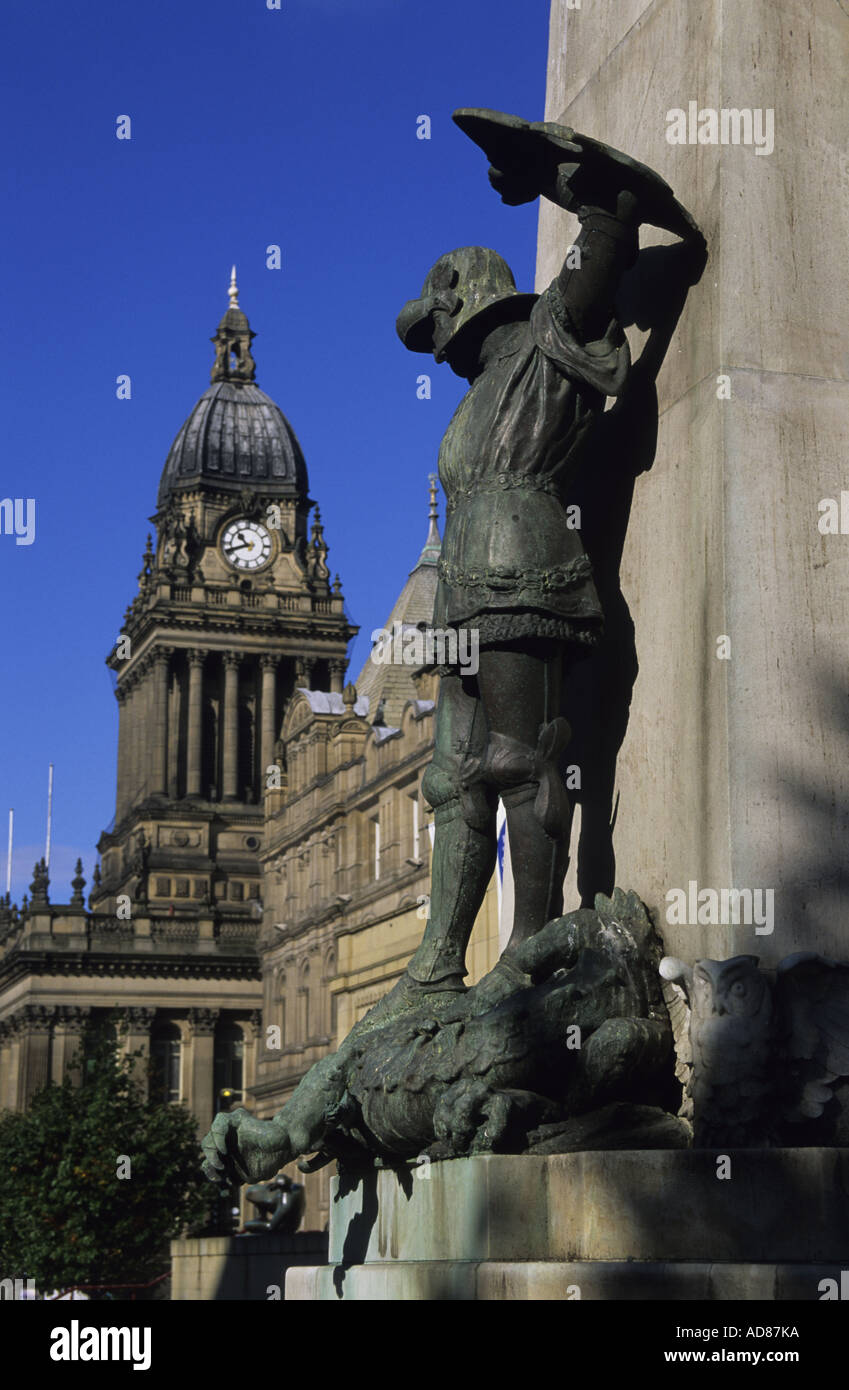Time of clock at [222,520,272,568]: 10:41
